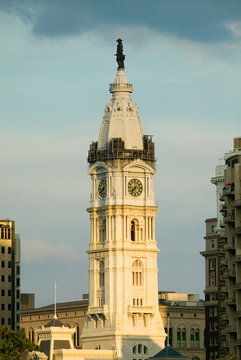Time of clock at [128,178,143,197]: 7:37
